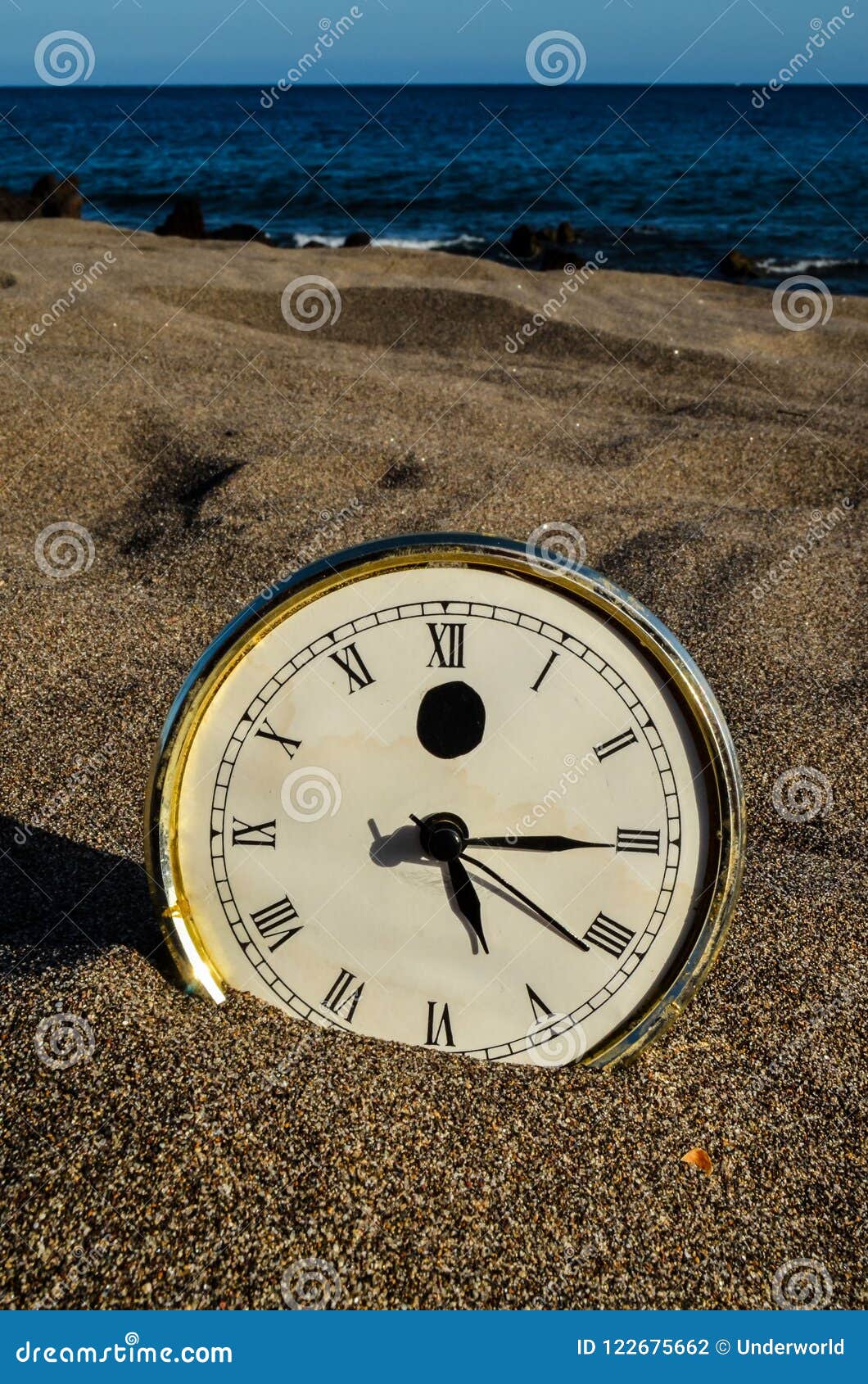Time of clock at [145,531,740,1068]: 5:15
